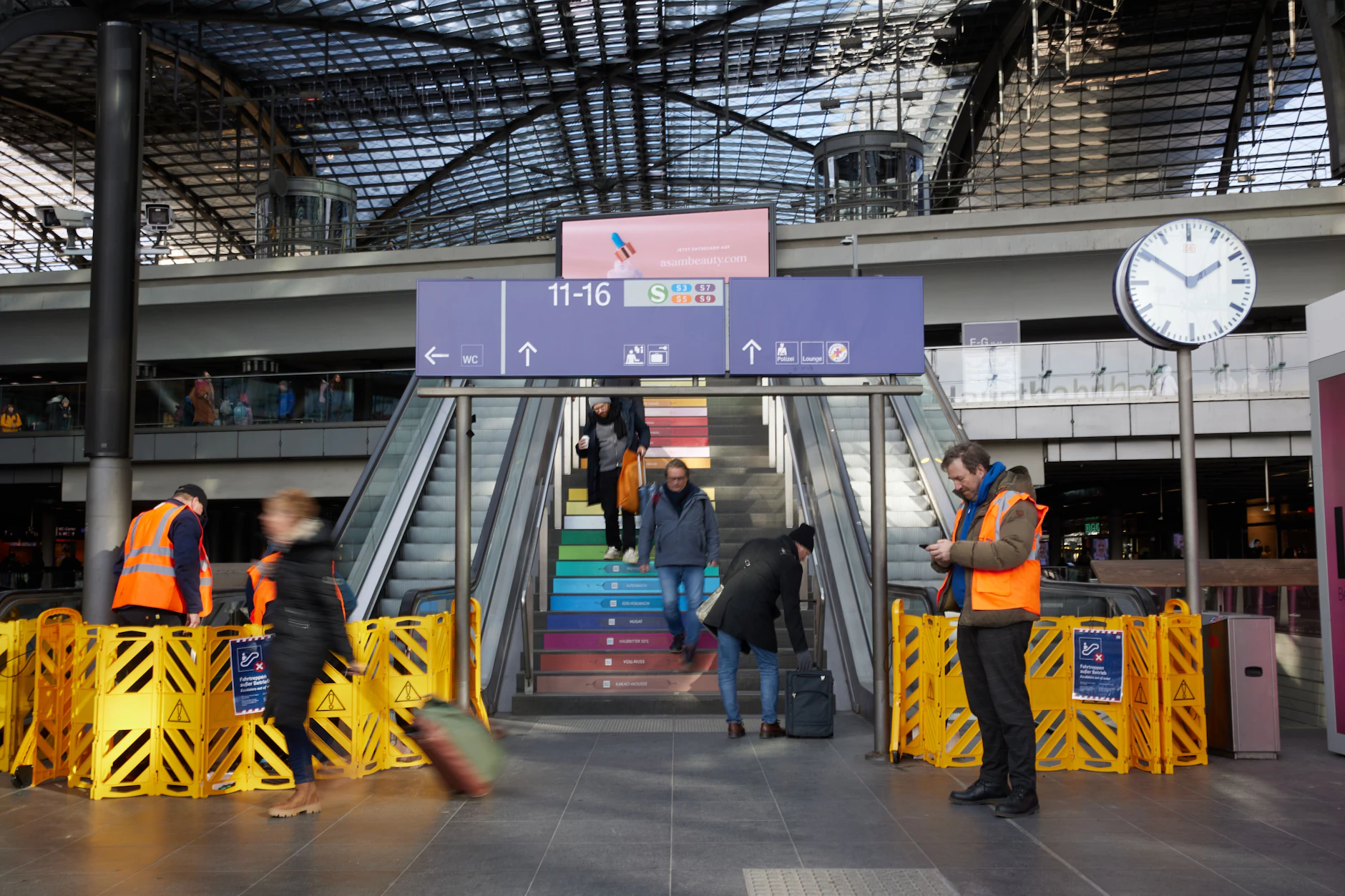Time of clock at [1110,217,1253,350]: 1:50
